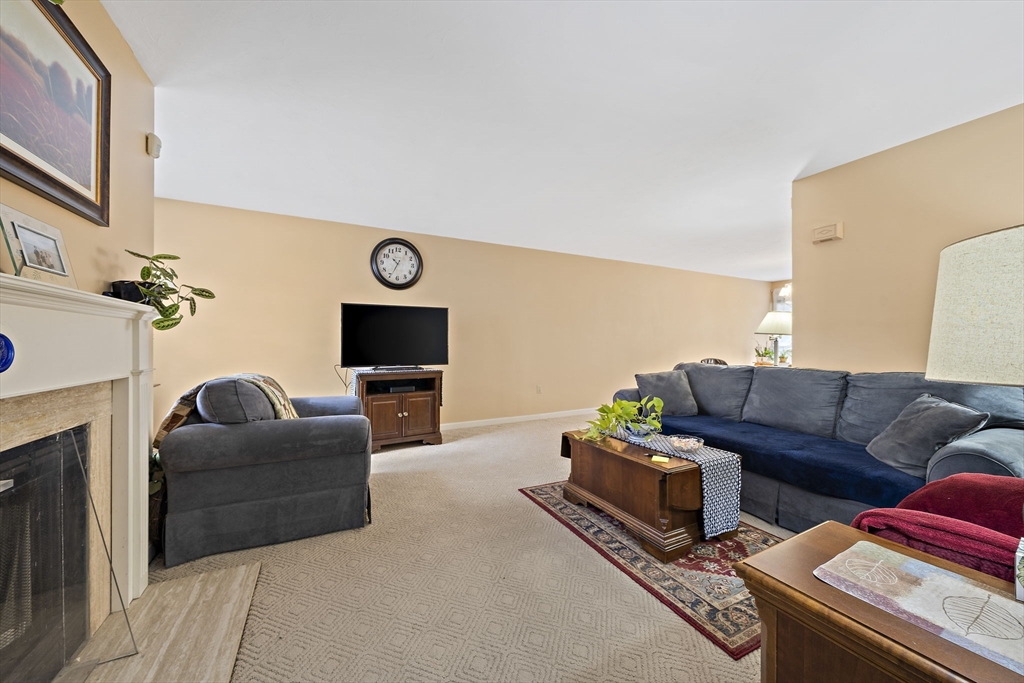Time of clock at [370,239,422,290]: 10:34
